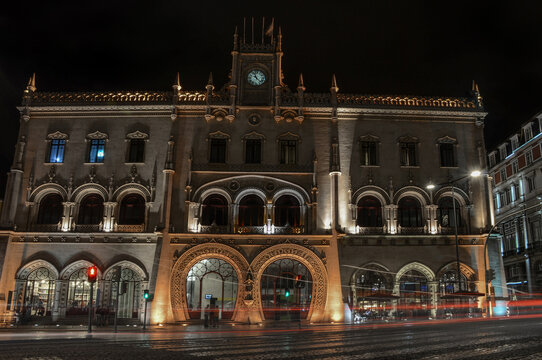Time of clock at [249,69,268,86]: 11:22
